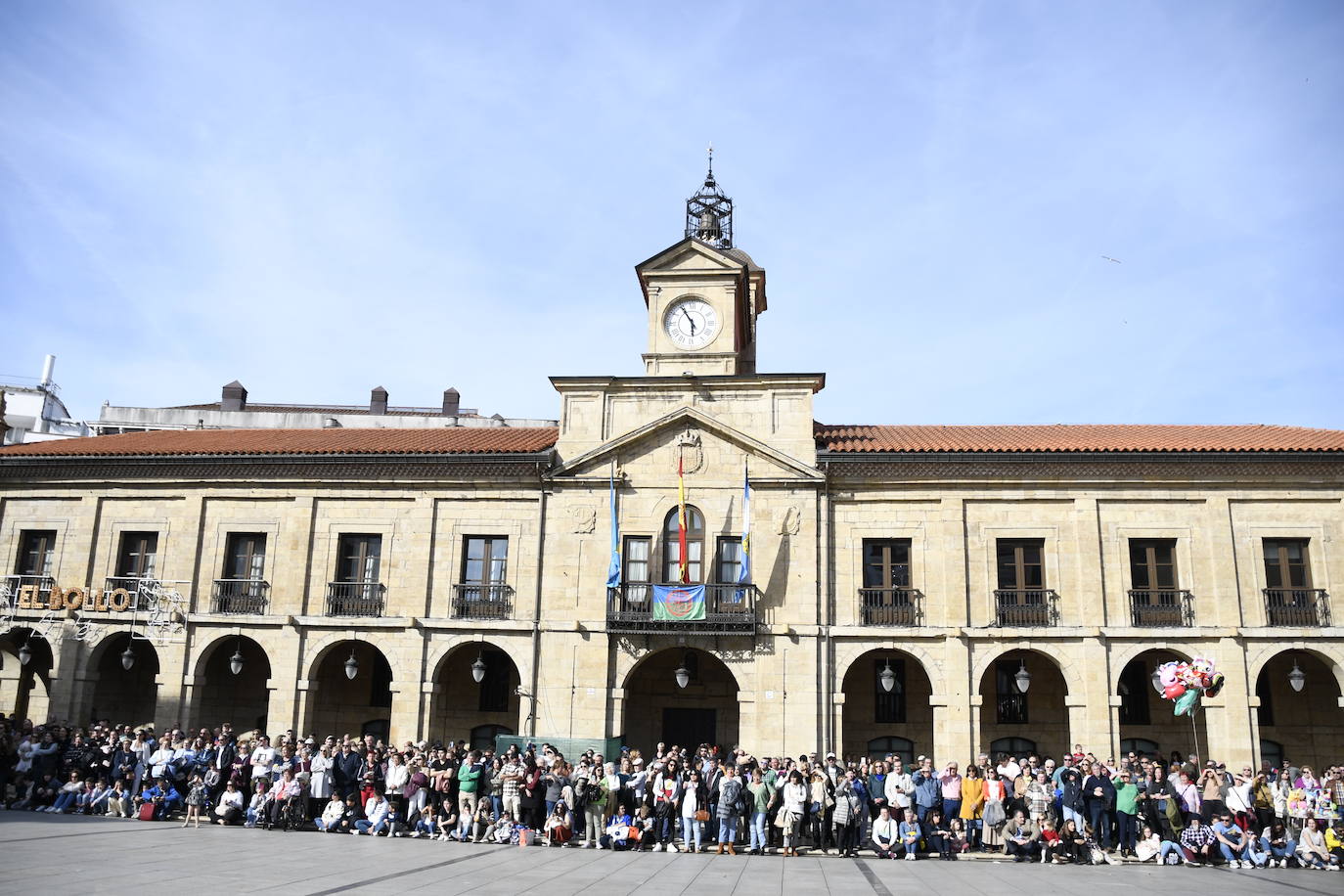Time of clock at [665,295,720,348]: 5:54
